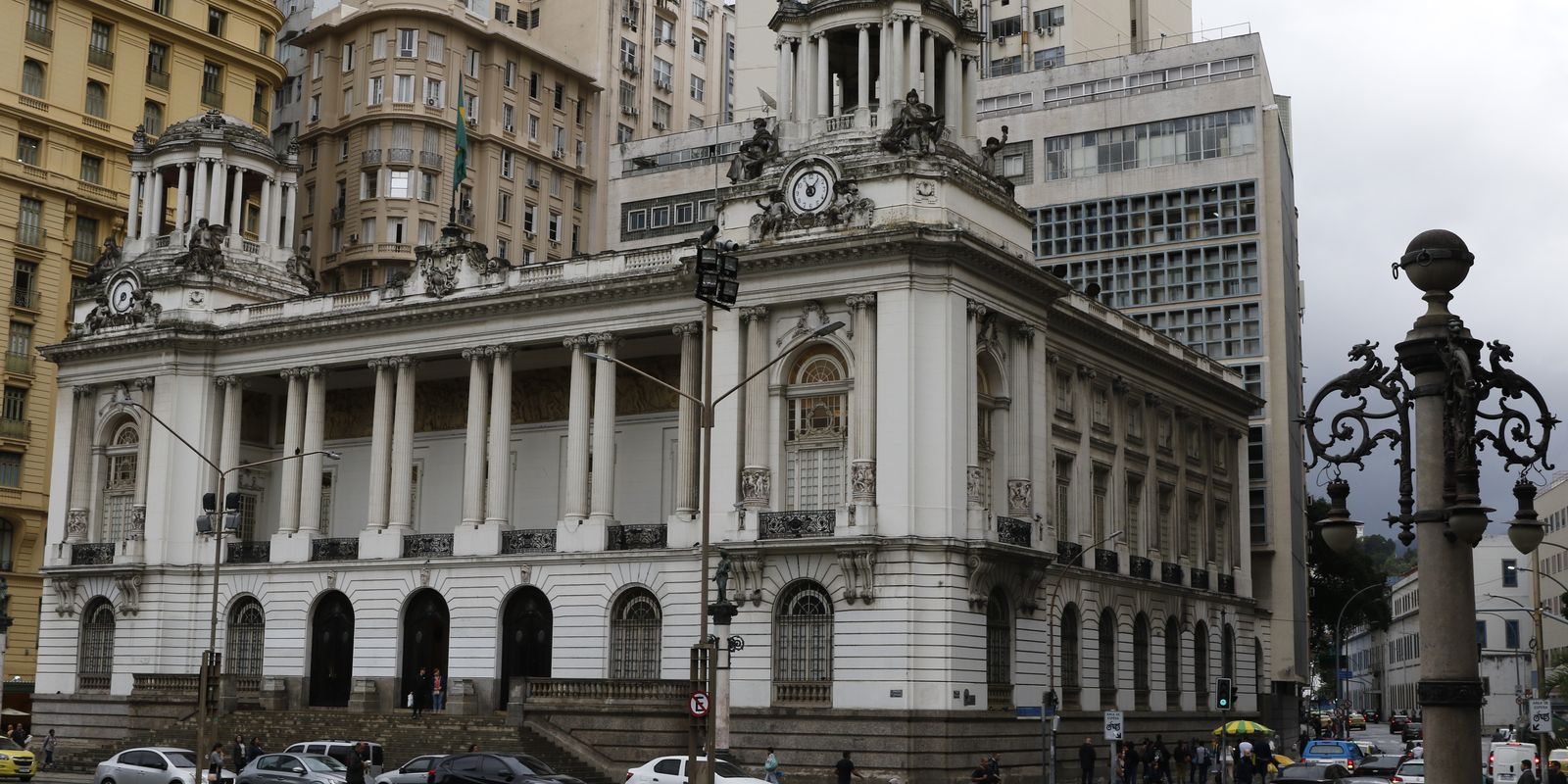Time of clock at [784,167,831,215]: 11:06
